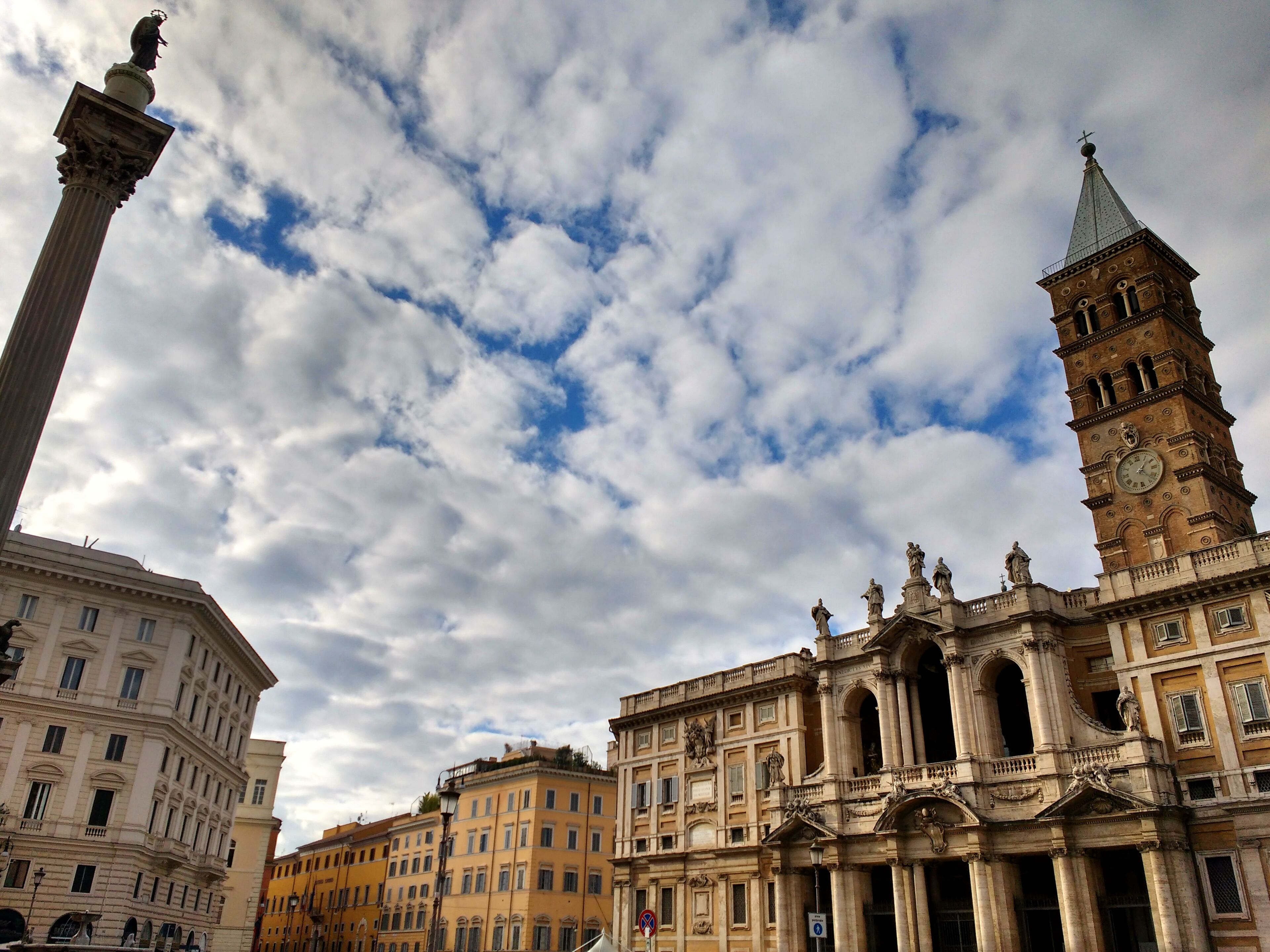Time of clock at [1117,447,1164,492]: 1:22
